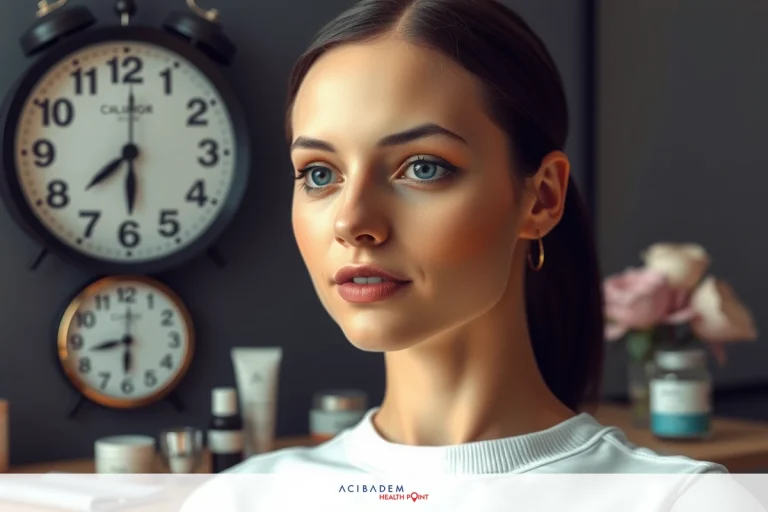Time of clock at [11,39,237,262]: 6:00
